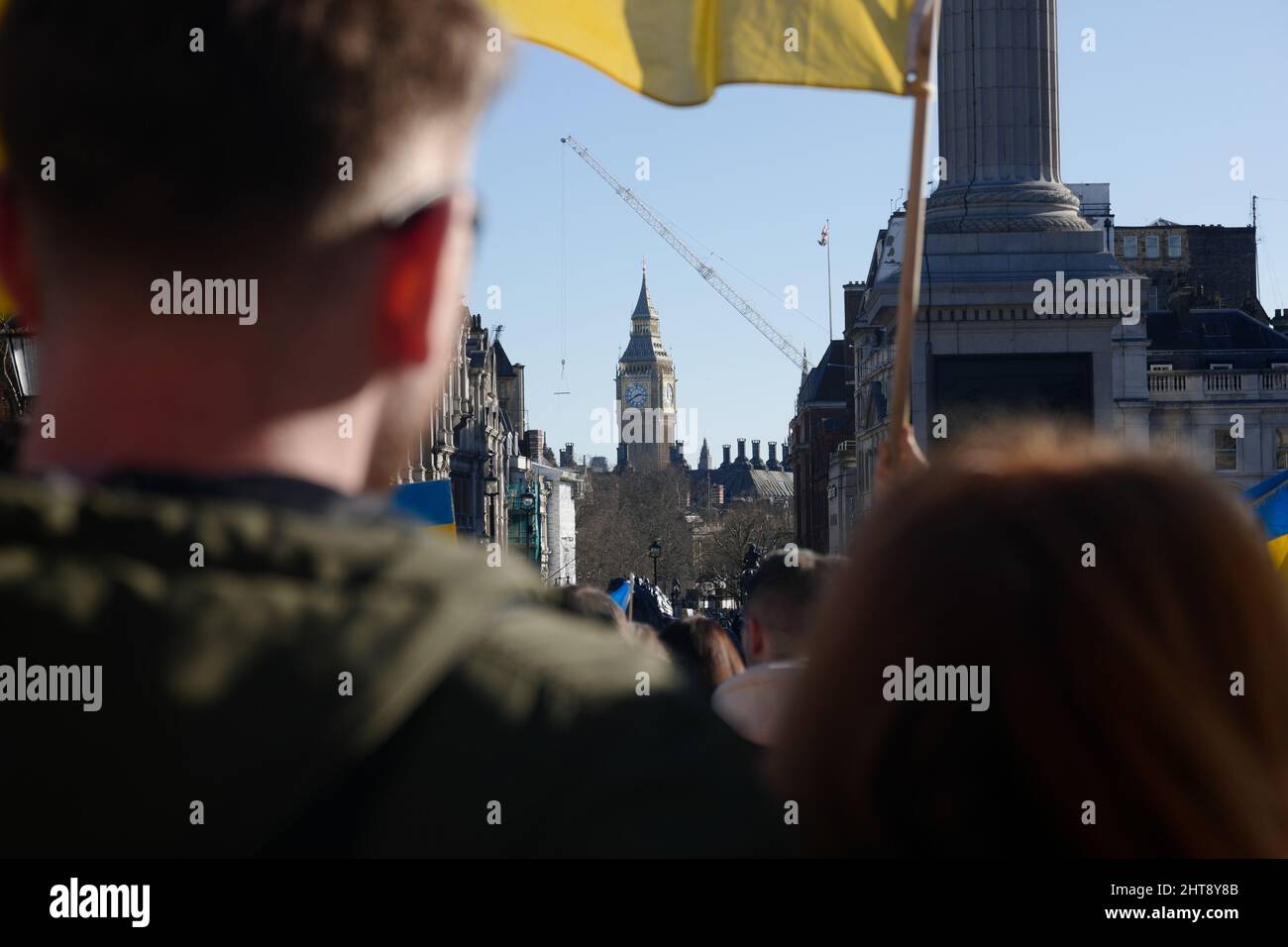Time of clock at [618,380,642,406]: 2:40
